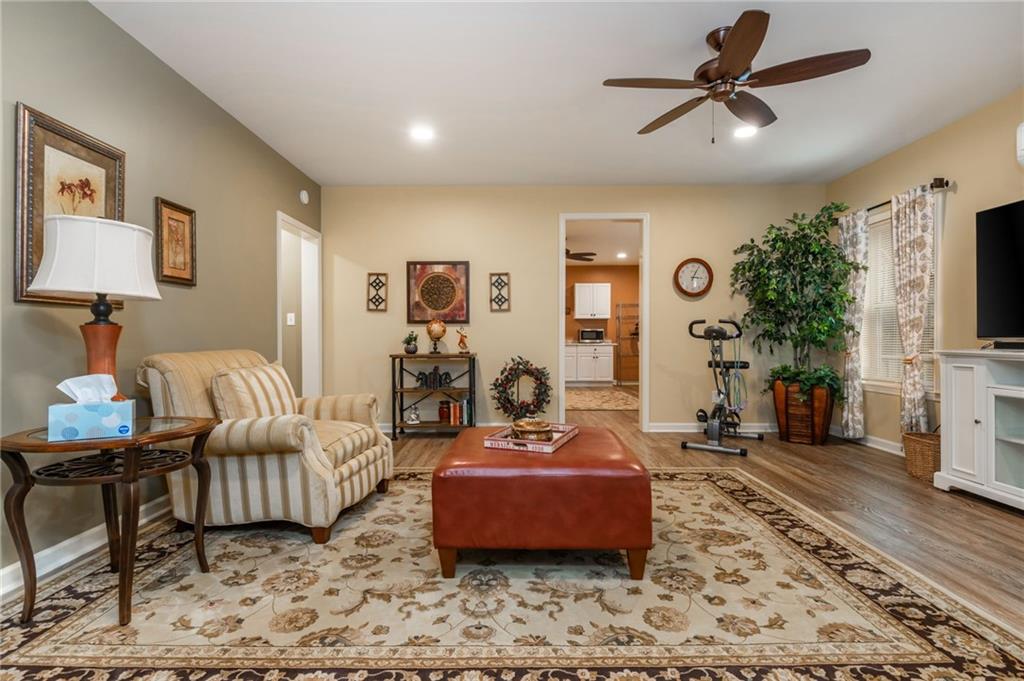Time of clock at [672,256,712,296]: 3:04
